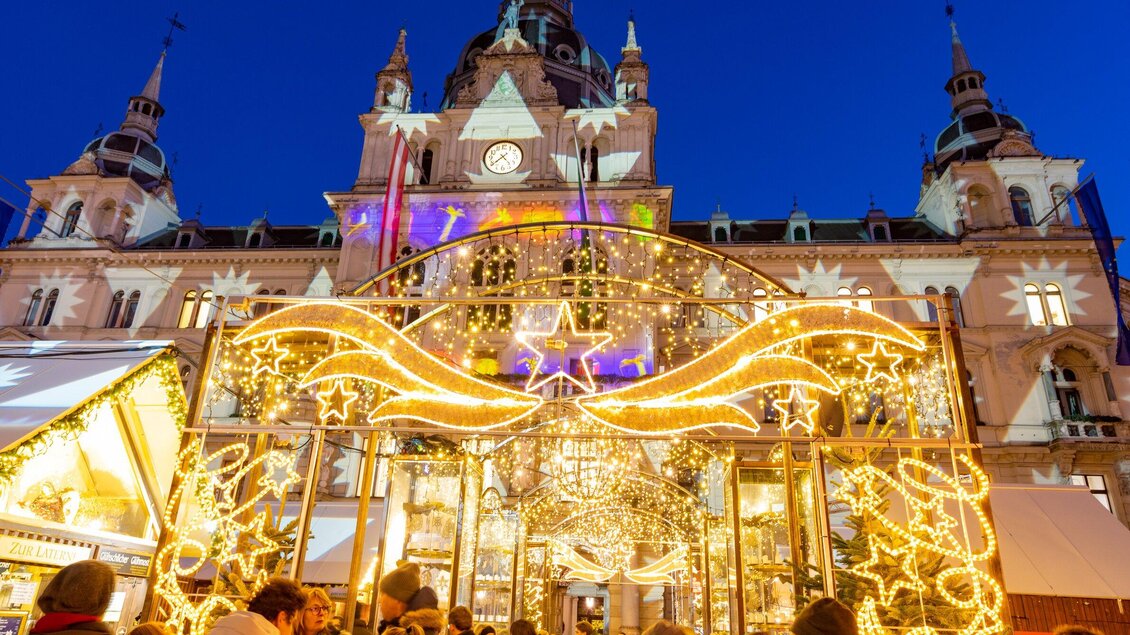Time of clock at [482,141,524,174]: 4:38
